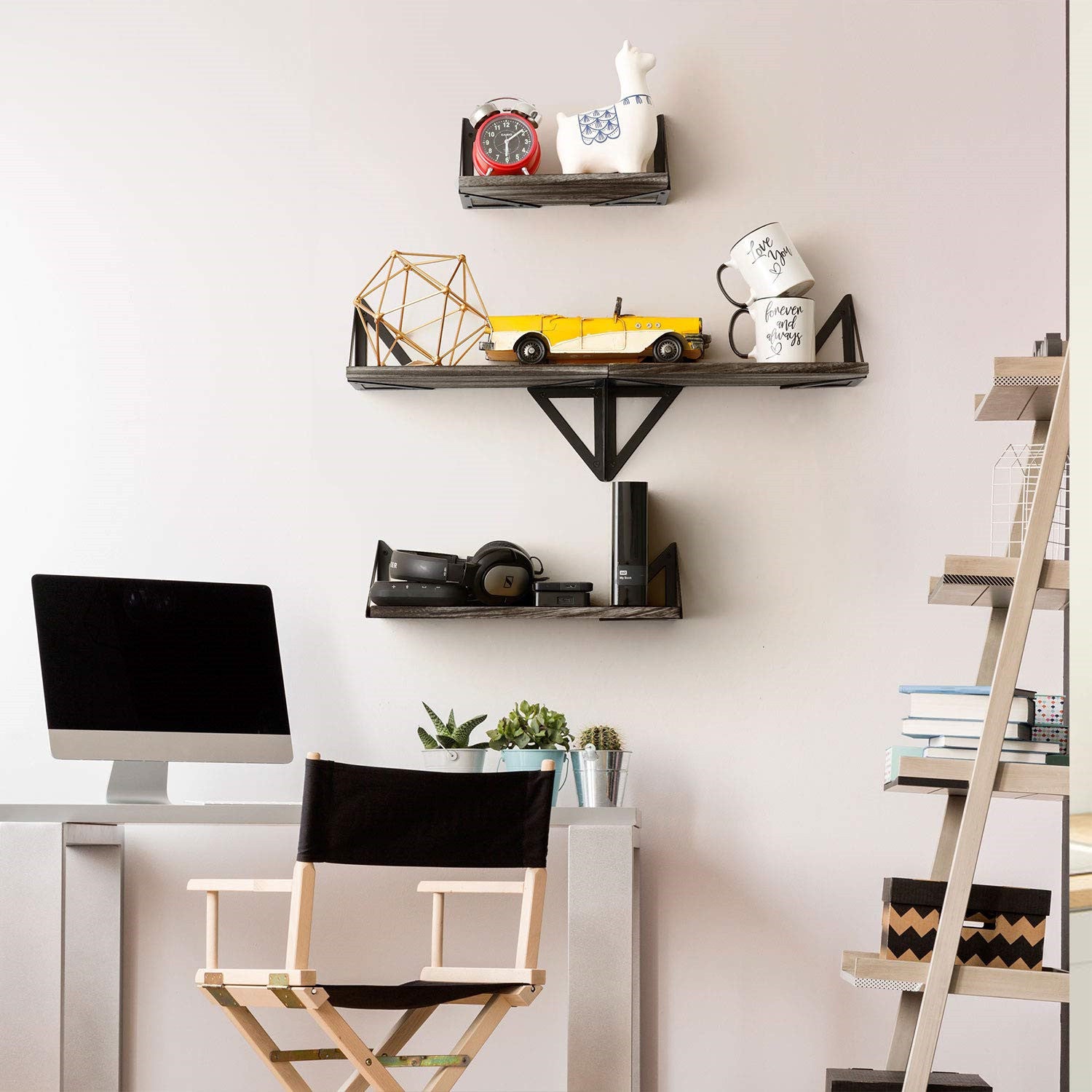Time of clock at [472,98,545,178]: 6:08
